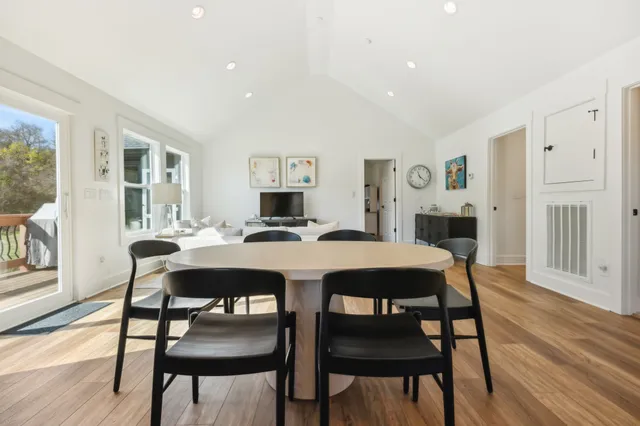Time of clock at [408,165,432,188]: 11:22
